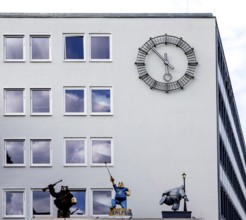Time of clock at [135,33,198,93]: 5:53
